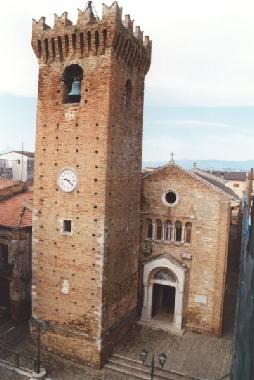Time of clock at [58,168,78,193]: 9:22
